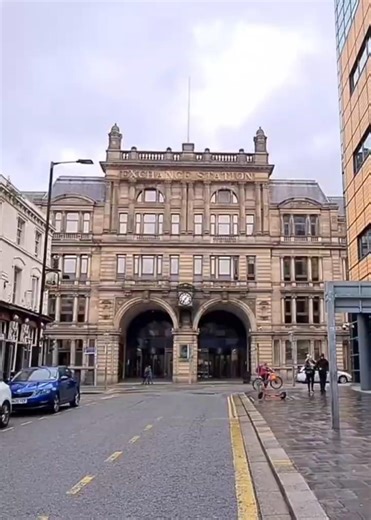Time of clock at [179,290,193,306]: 7:07
